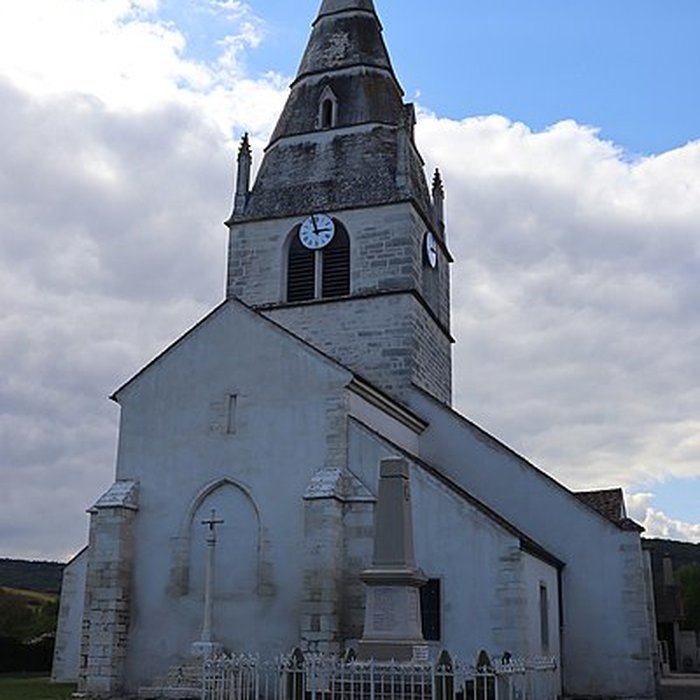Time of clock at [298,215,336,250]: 2:57
